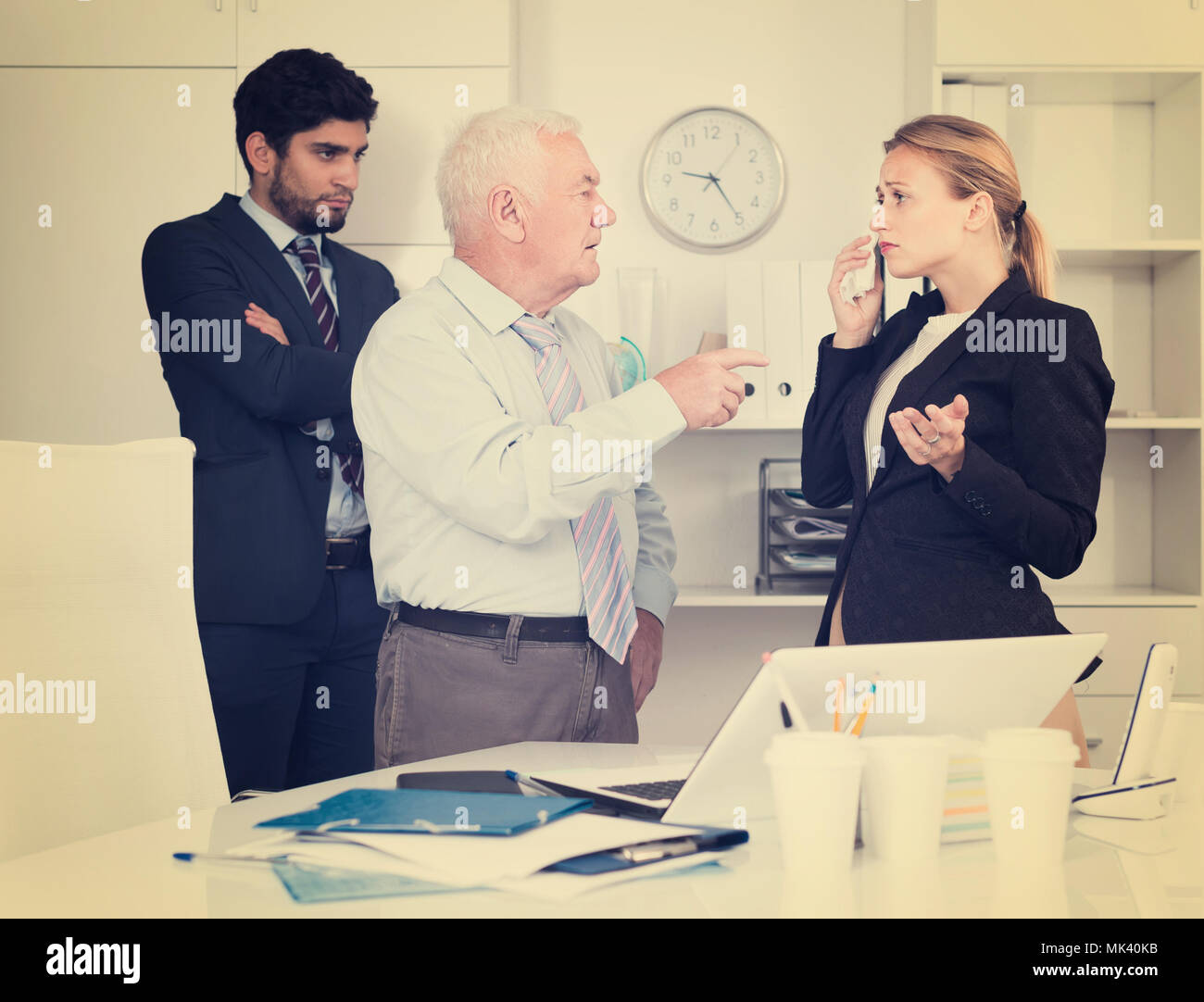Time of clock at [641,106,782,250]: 9:24
